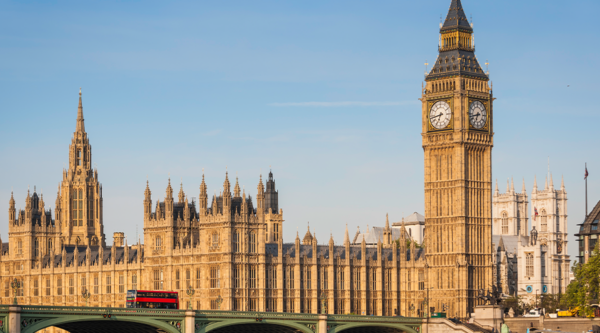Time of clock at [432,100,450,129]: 6:43
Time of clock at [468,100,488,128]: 6:42
